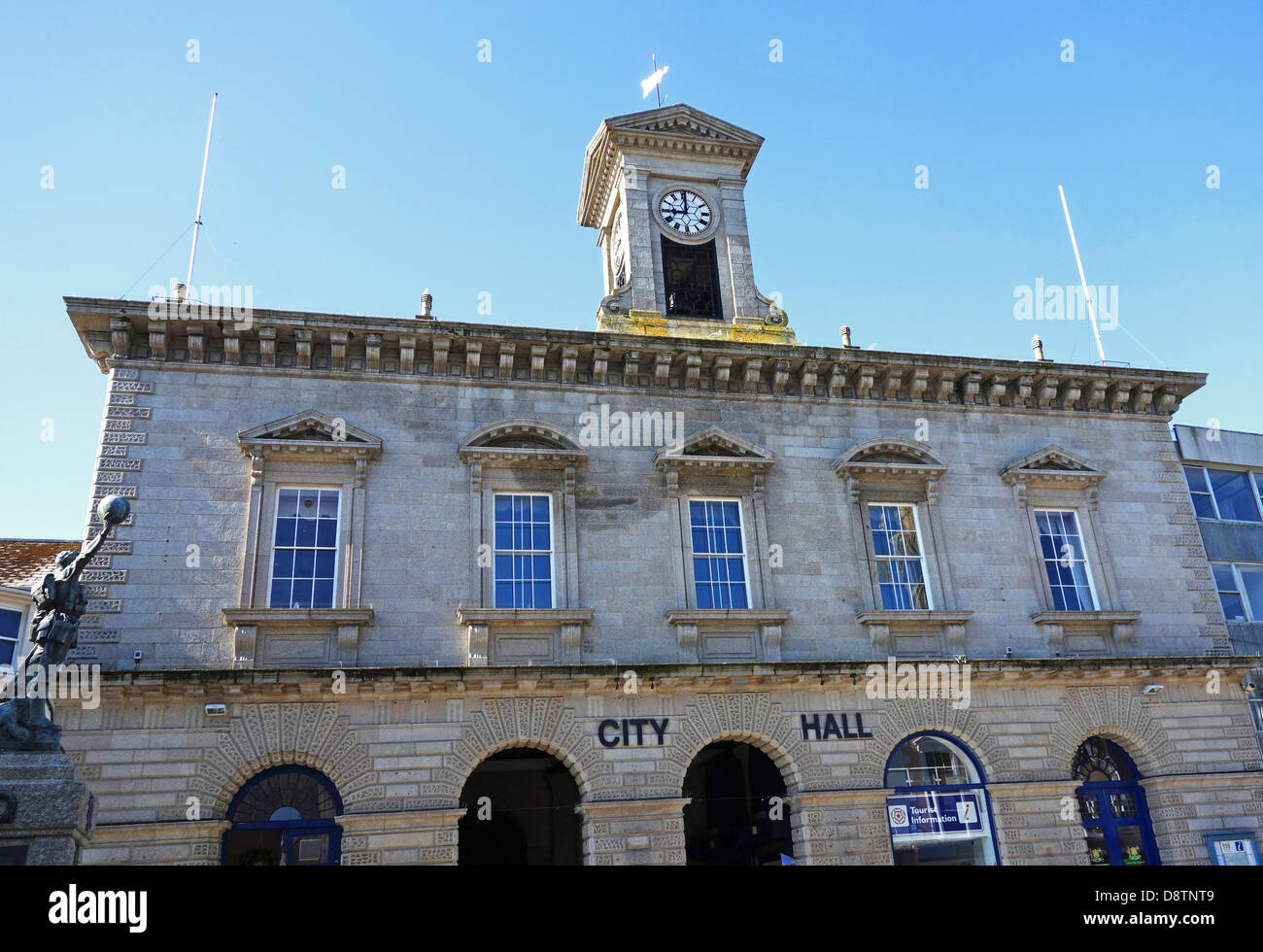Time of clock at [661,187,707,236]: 9:00
